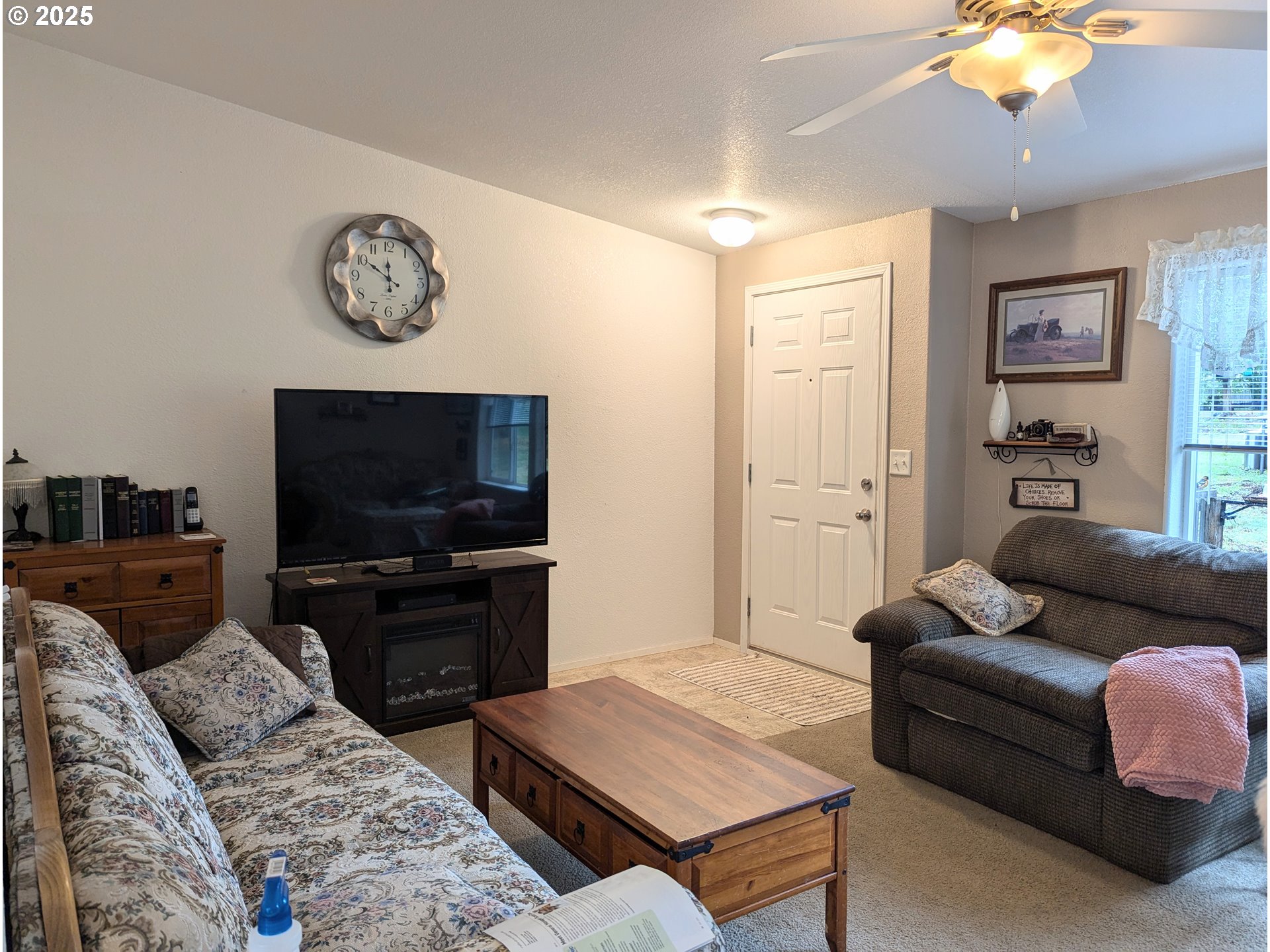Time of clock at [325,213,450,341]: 11:50
